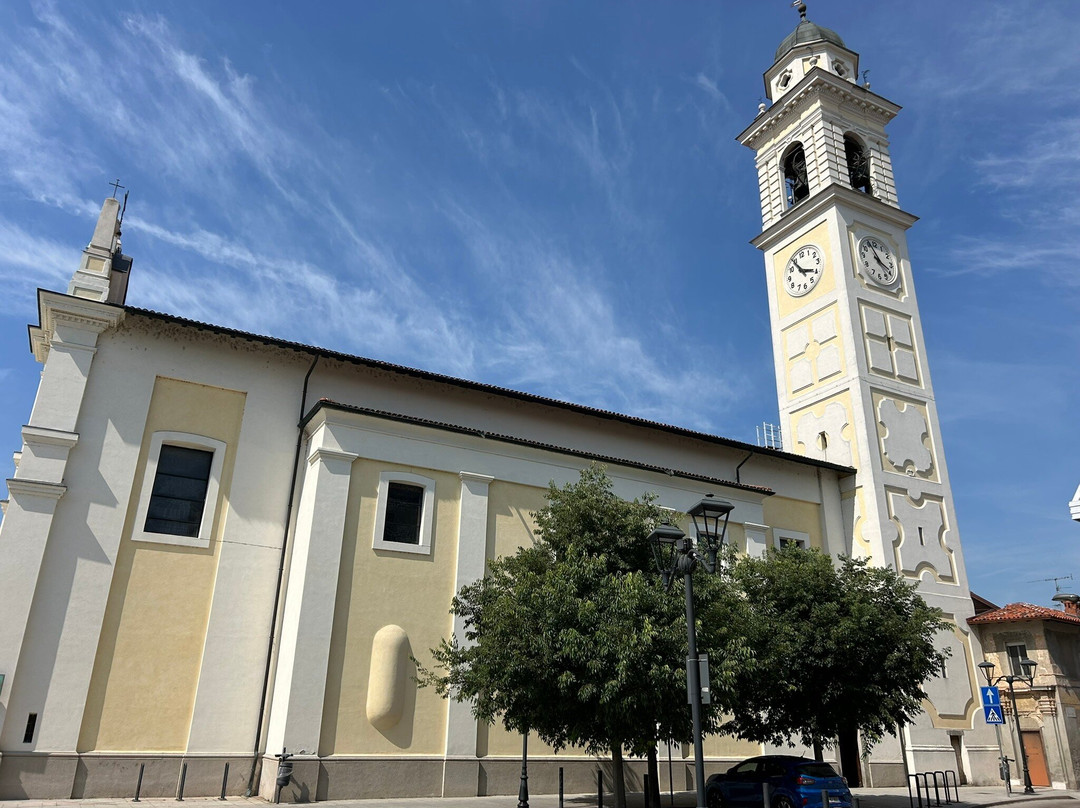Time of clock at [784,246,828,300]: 3:54
